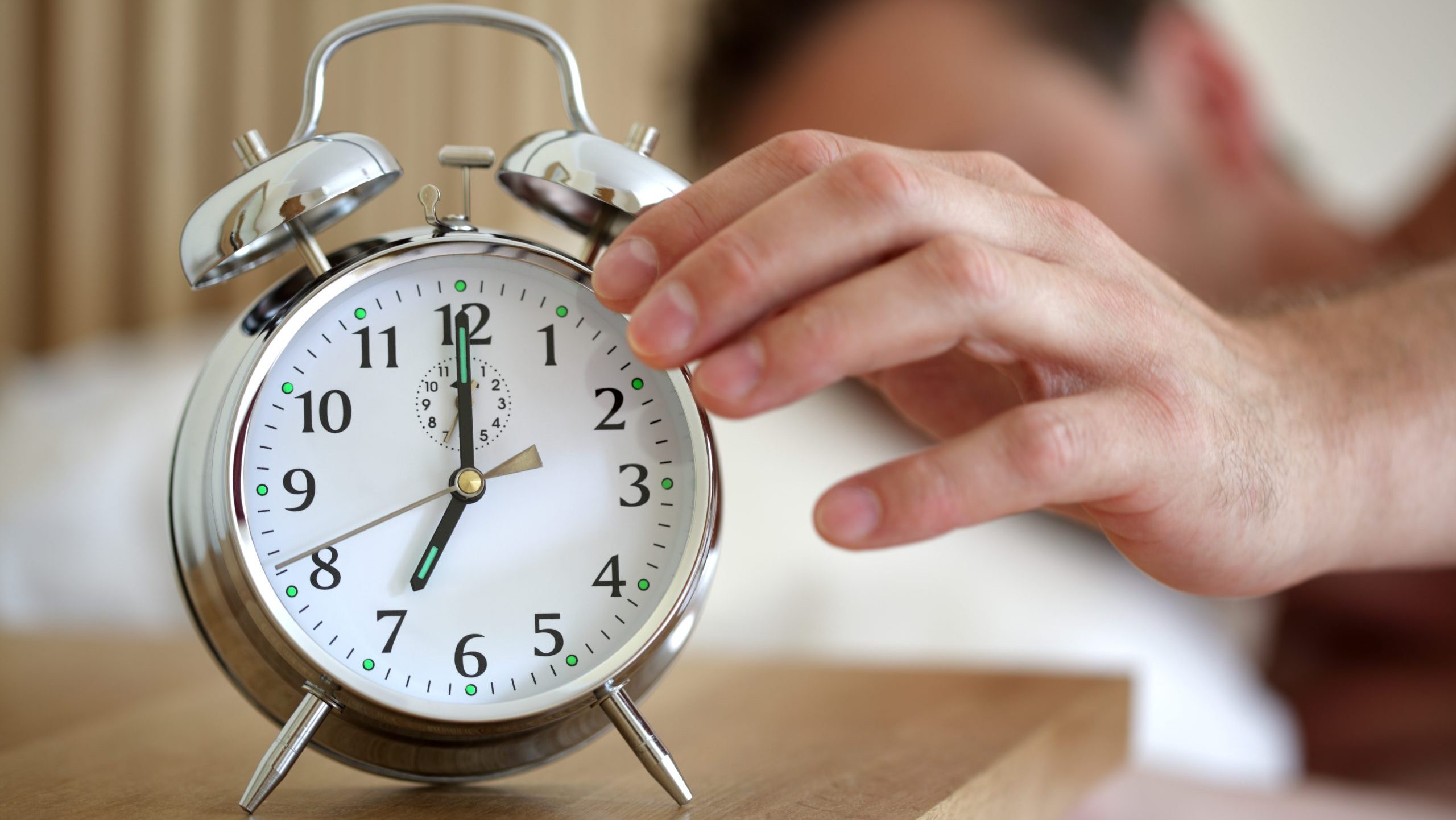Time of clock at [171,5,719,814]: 7:00
